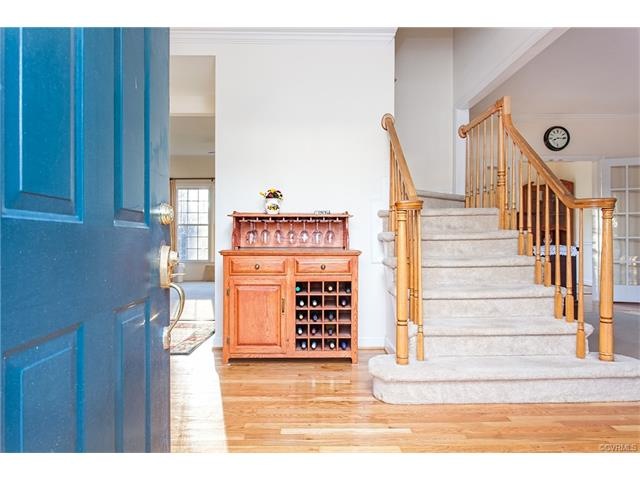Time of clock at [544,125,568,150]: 8:15
